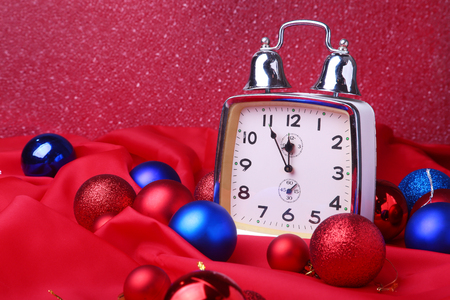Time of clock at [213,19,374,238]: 11:55
